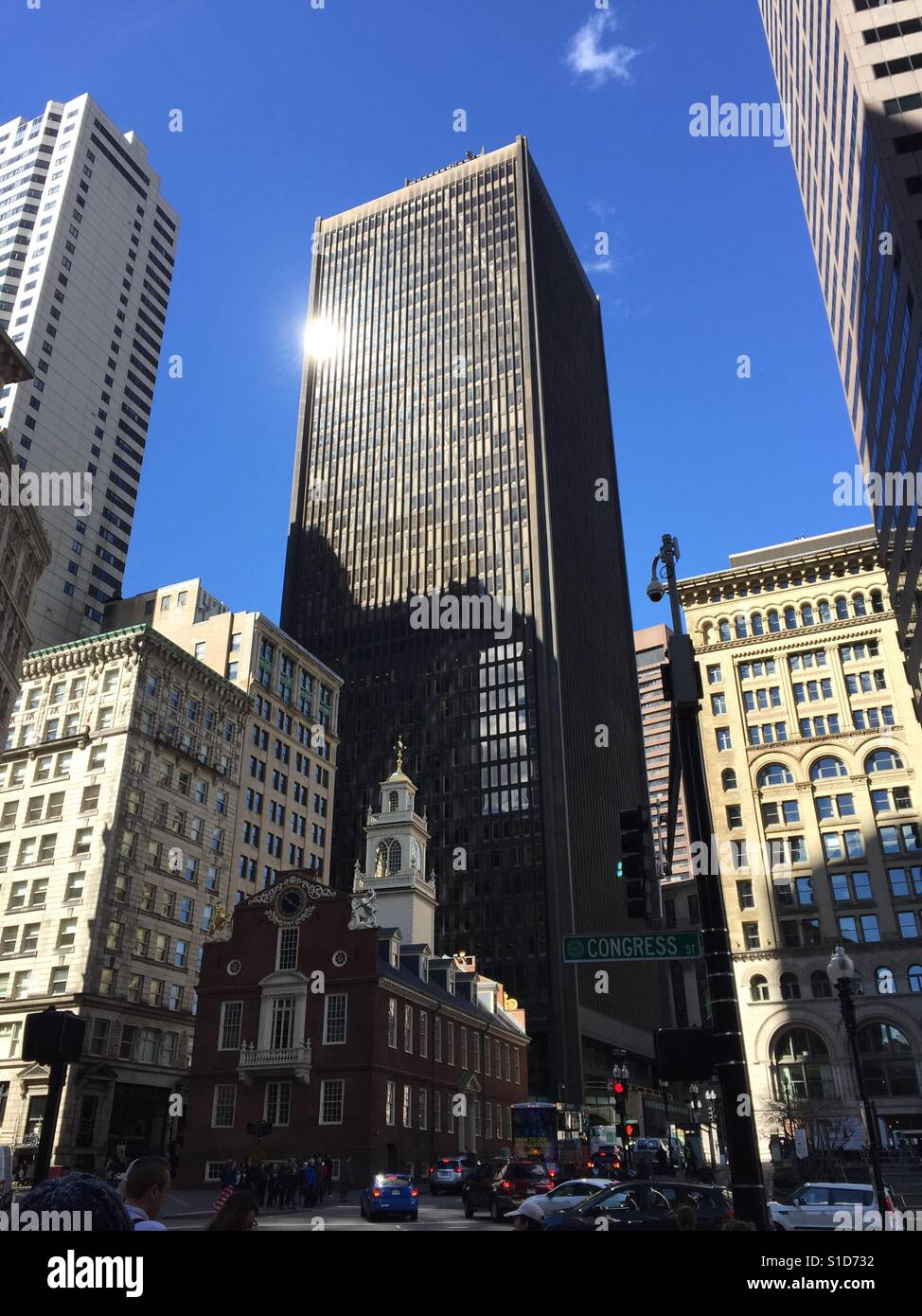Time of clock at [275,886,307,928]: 10:20
